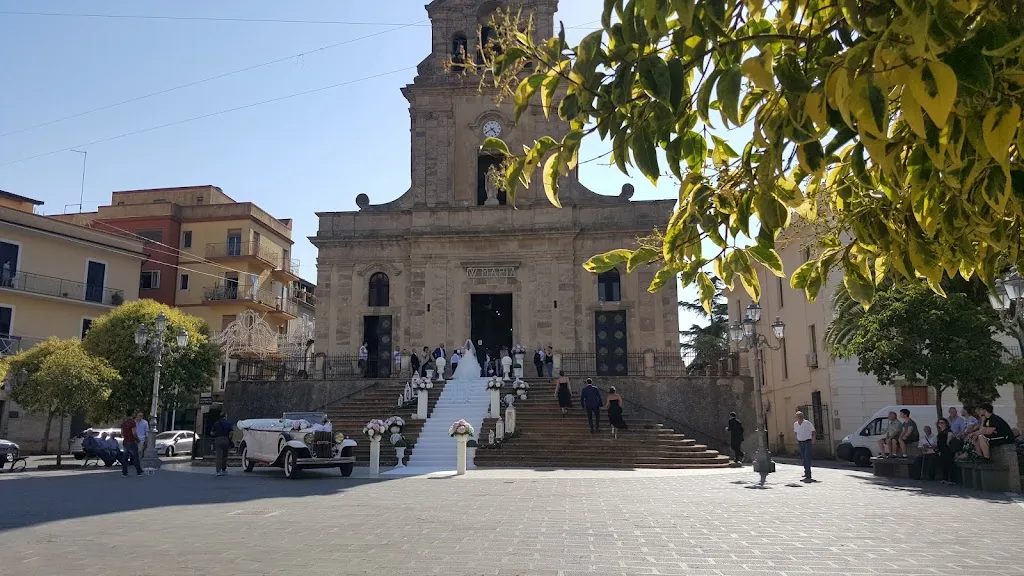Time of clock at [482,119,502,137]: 4:40
